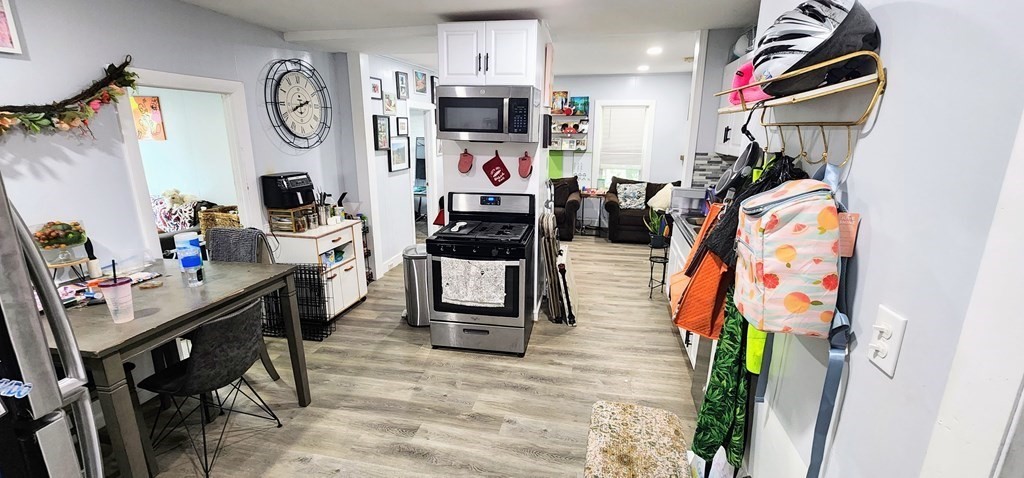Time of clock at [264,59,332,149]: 8:11
